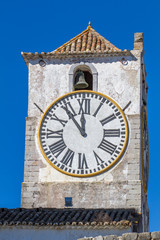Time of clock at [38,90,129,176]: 11:53
